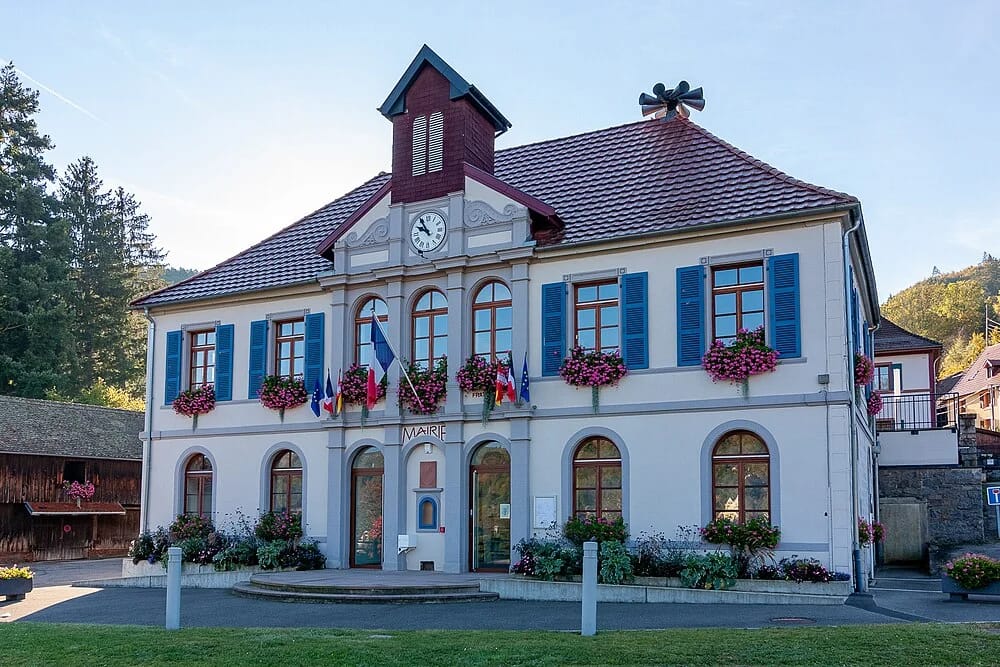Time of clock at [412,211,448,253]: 9:54
